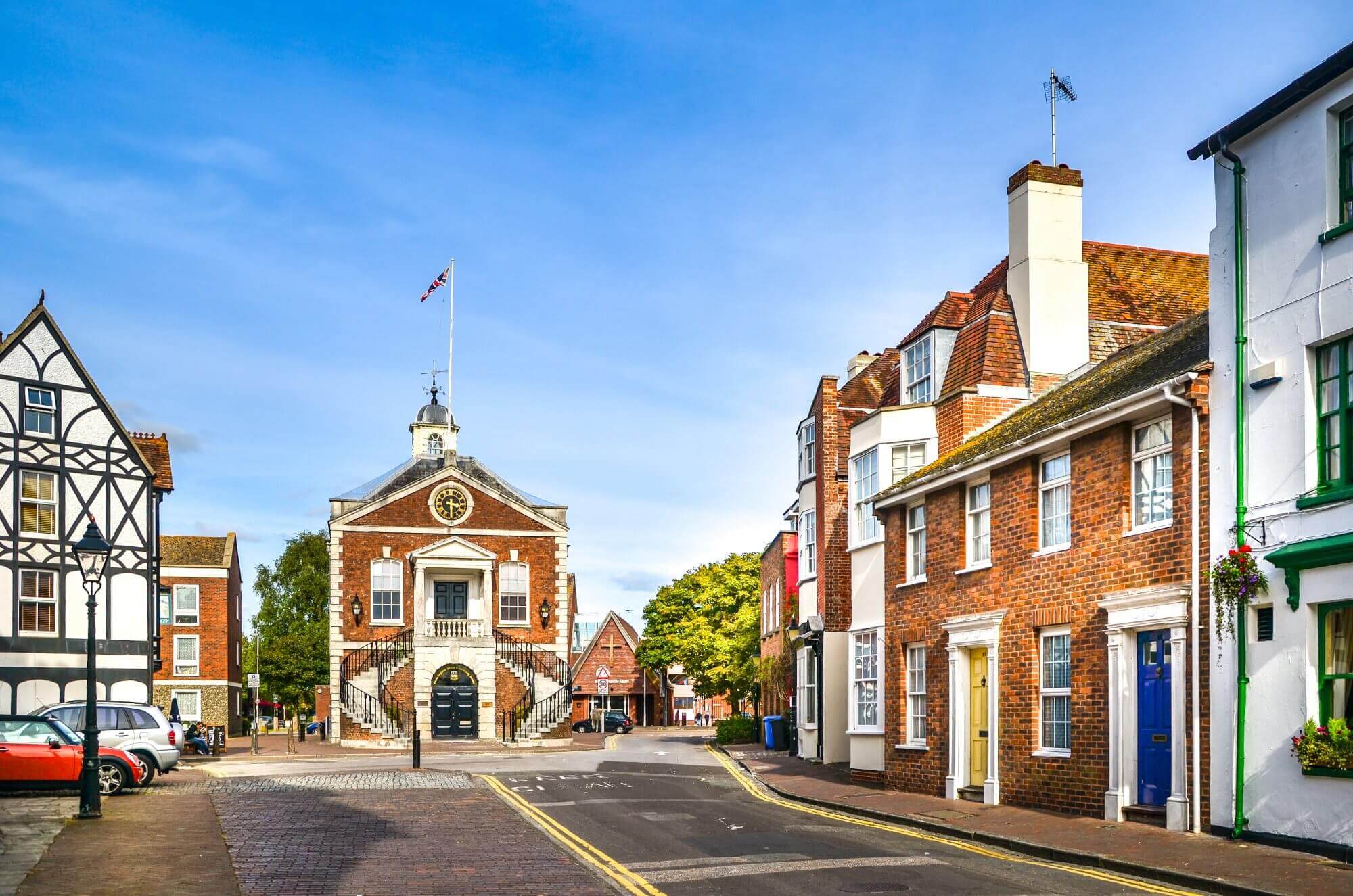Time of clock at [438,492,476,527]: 3:29
